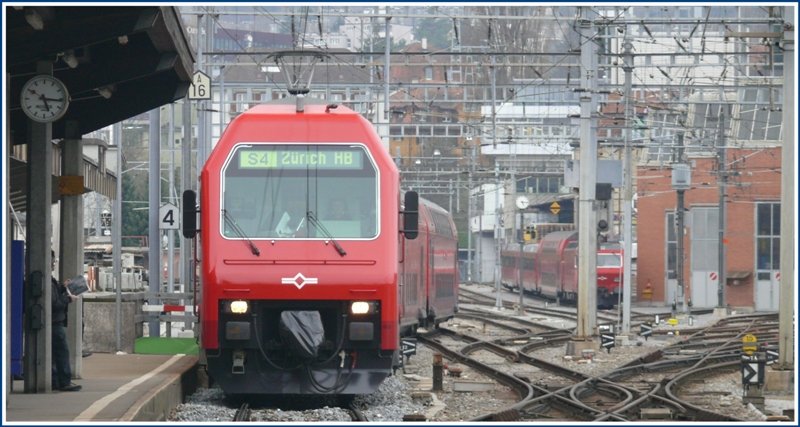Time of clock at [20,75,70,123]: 5:15
